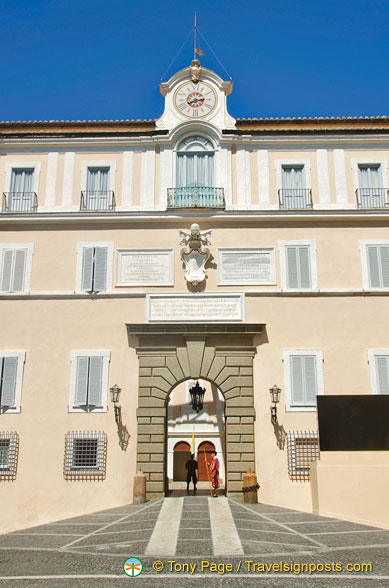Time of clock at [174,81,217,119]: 2:40
